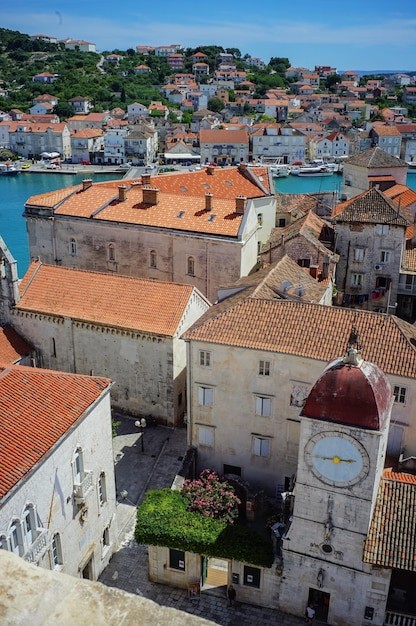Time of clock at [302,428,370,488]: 2:44
